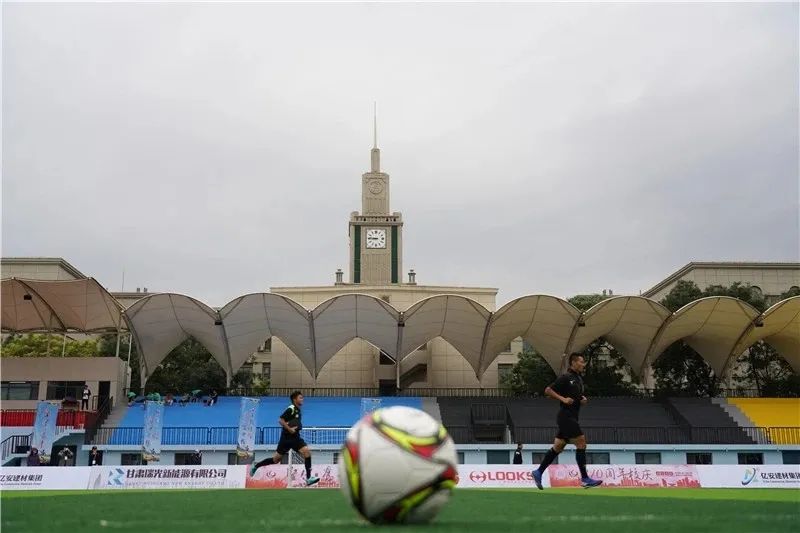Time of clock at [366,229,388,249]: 8:46
